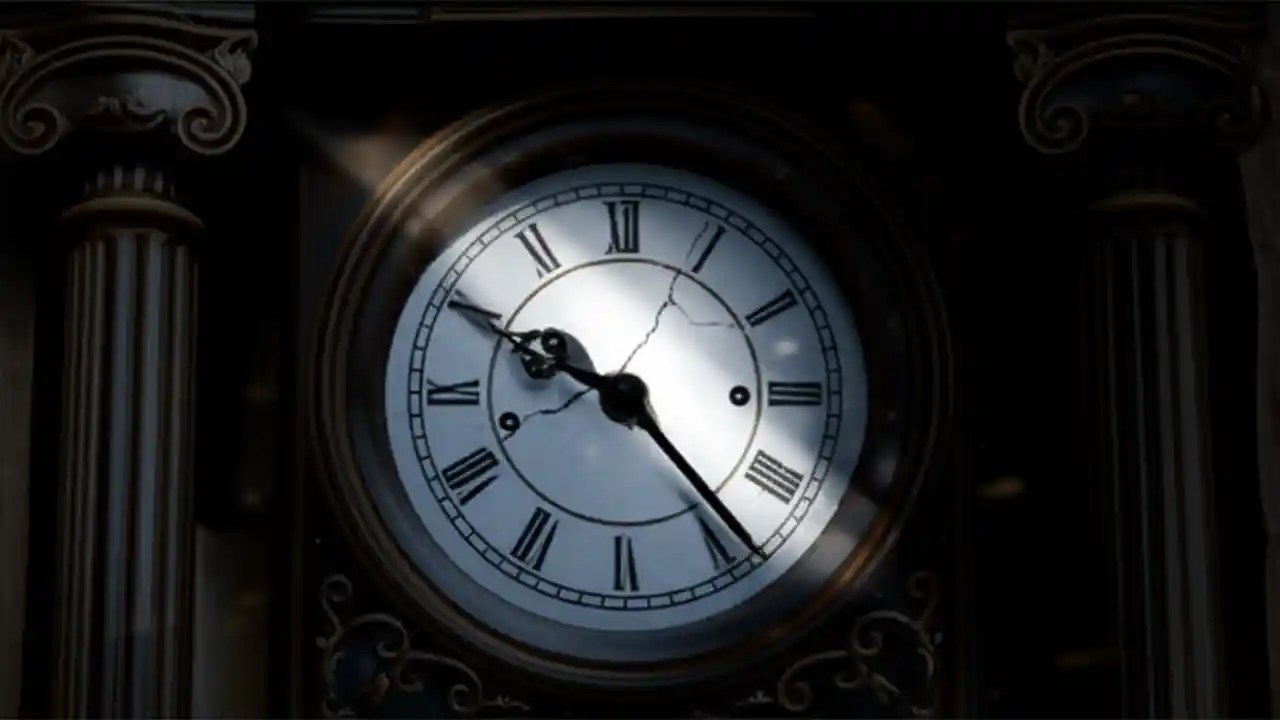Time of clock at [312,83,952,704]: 9:23
